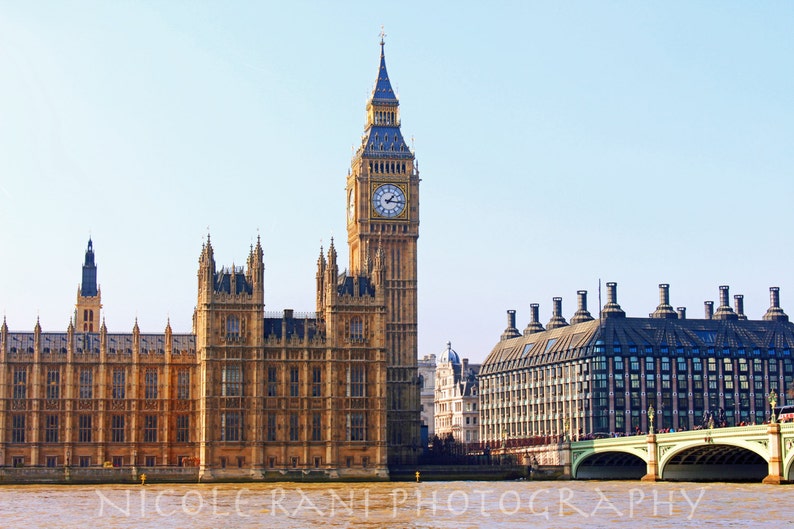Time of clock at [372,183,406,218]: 1:16
